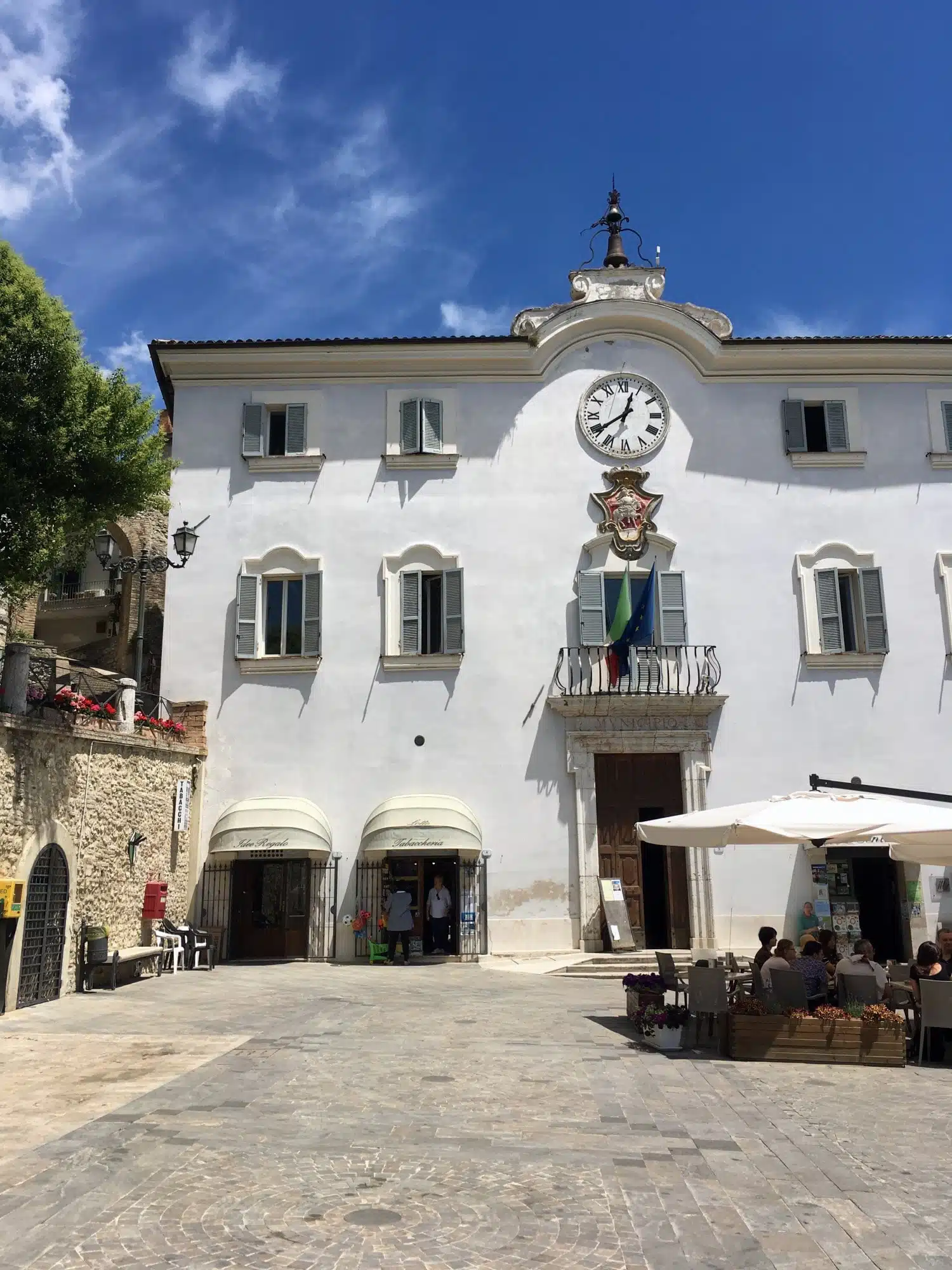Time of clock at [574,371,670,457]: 12:39
